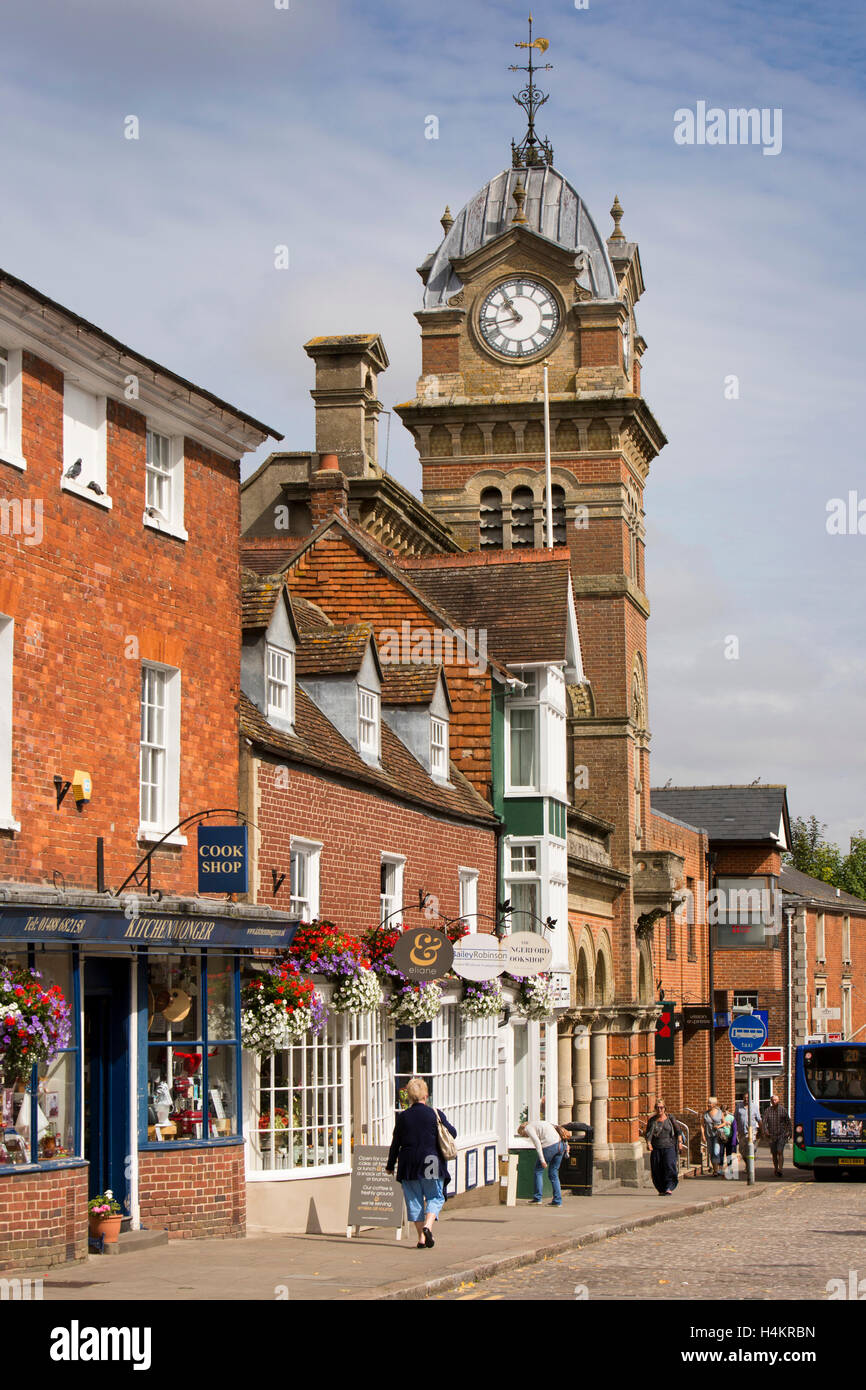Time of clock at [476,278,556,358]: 10:42
